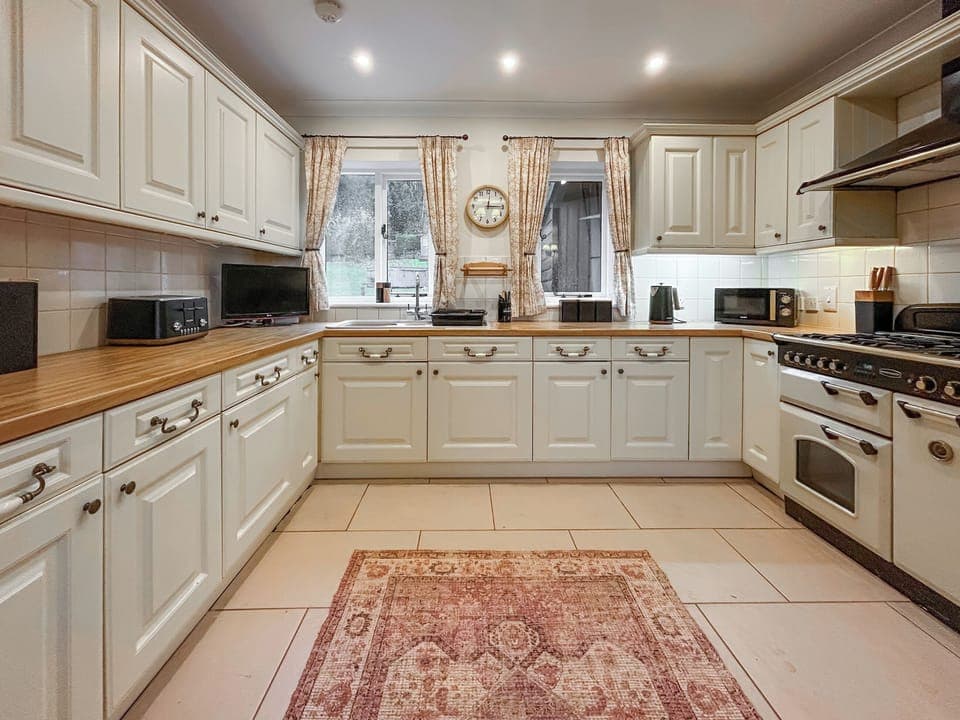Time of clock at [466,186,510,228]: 12:14
